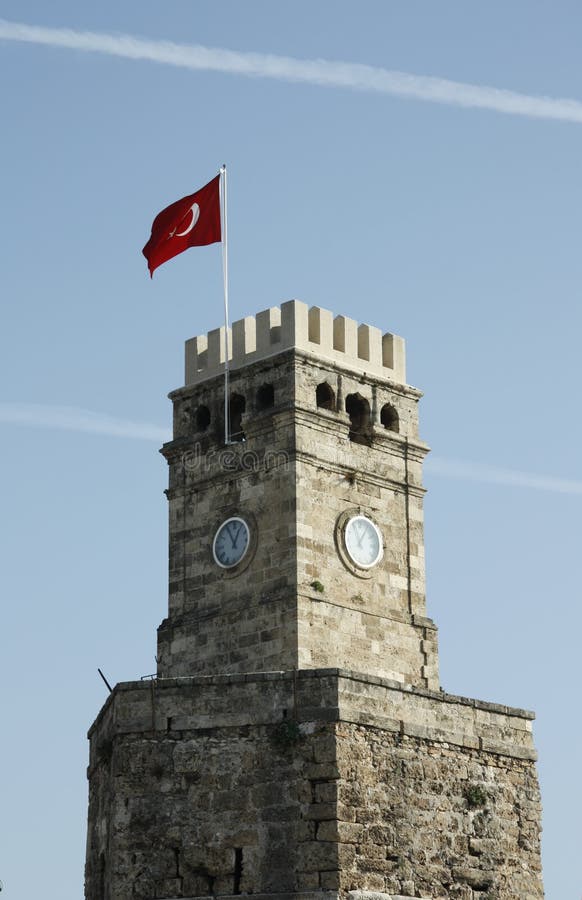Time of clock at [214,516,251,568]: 12:55
